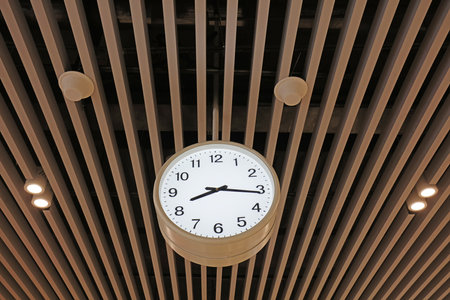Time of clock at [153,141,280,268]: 8:16
